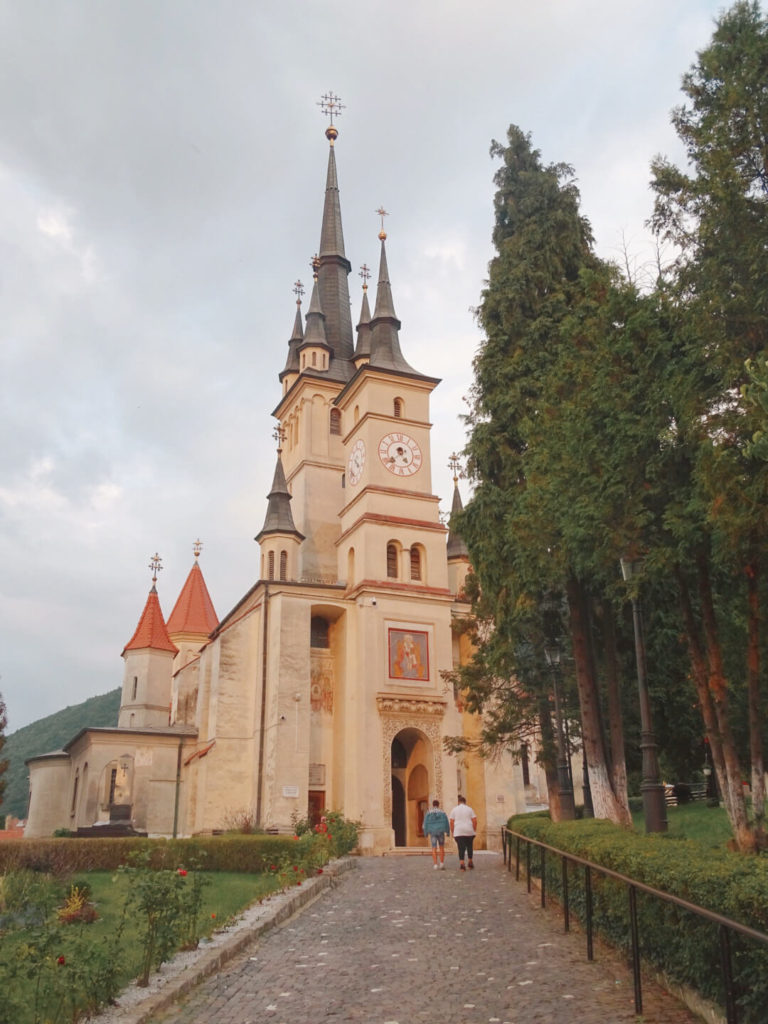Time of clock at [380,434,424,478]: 4:38
